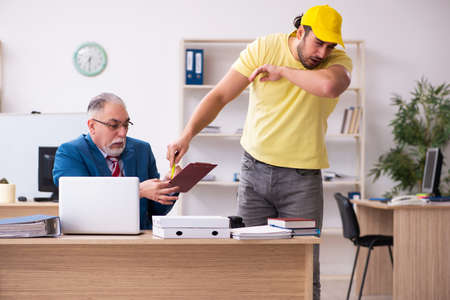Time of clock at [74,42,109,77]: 7:30
